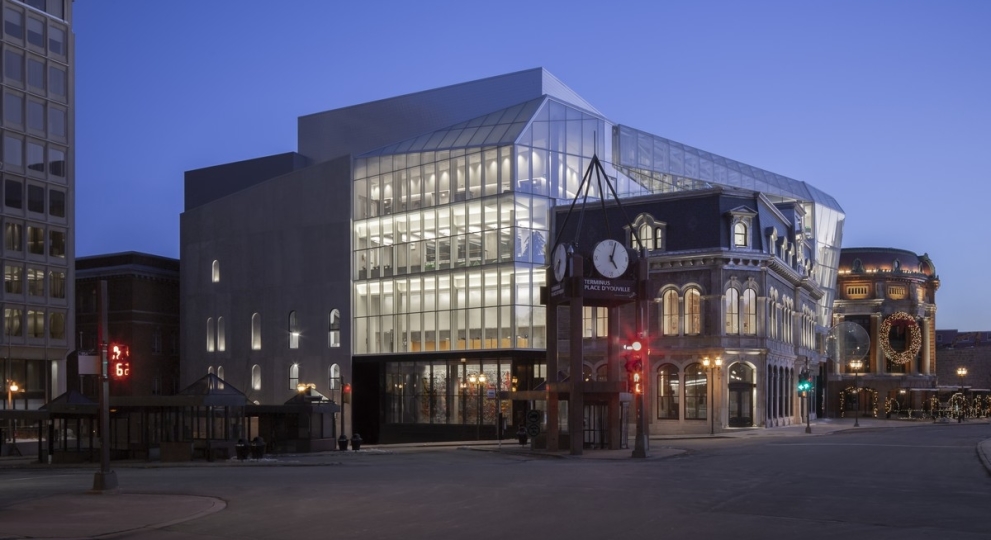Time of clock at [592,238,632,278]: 5:03
